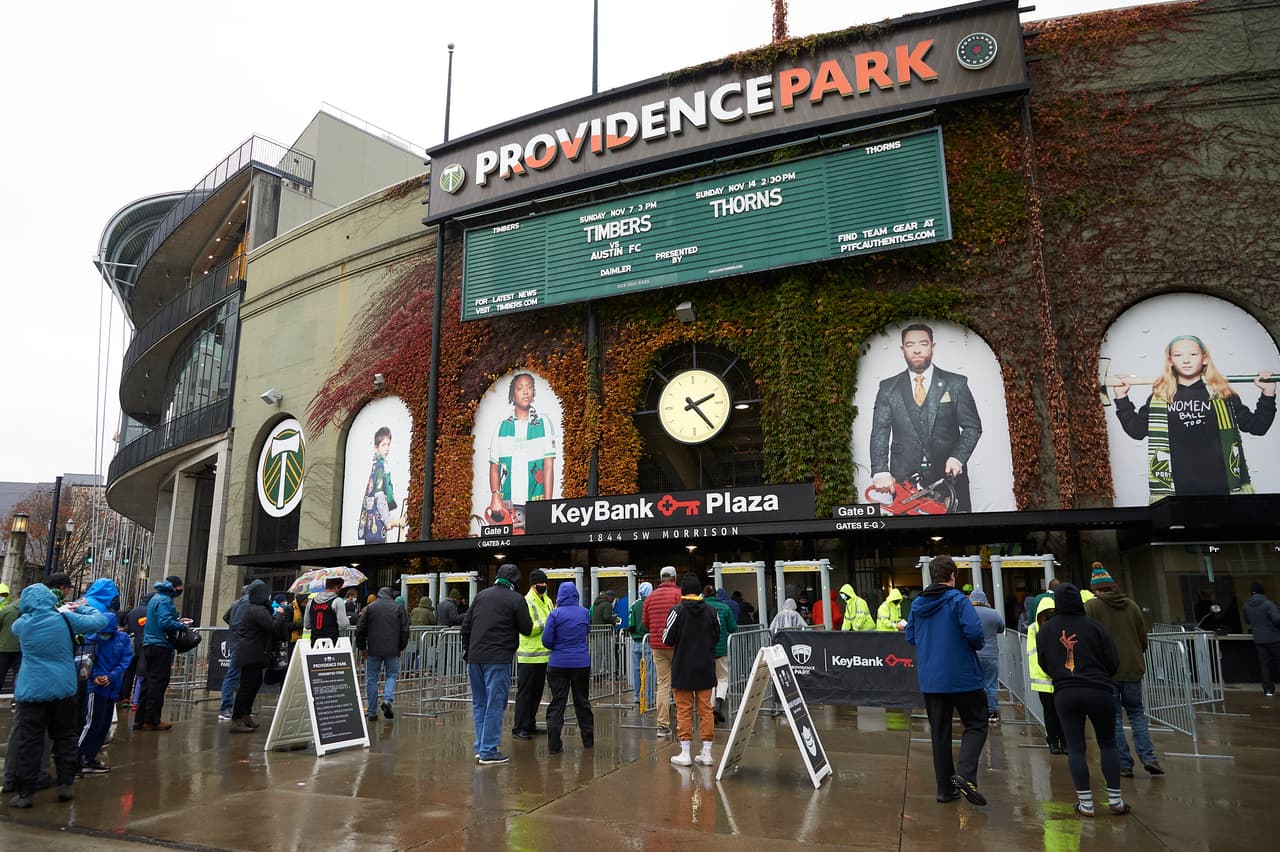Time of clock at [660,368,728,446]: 2:23
